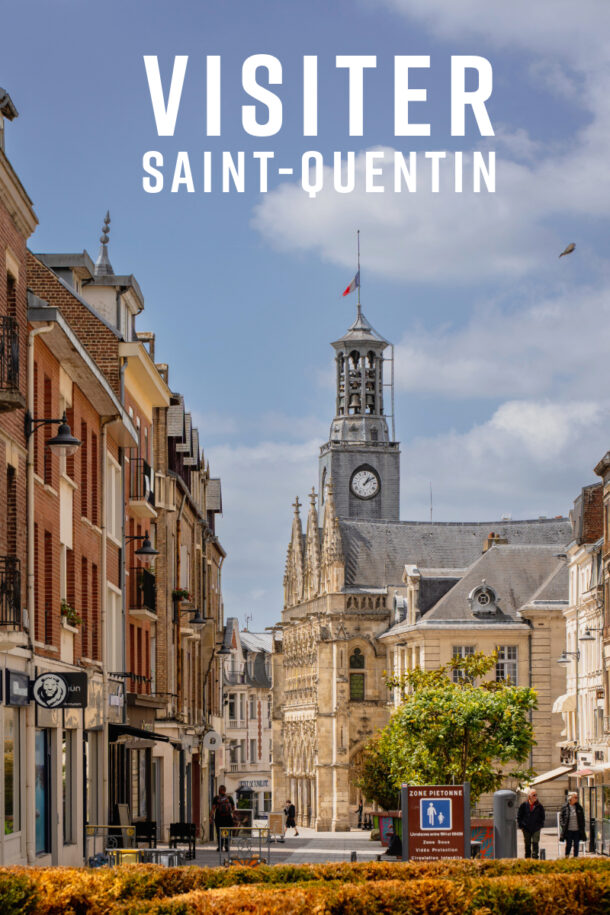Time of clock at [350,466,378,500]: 1:09
